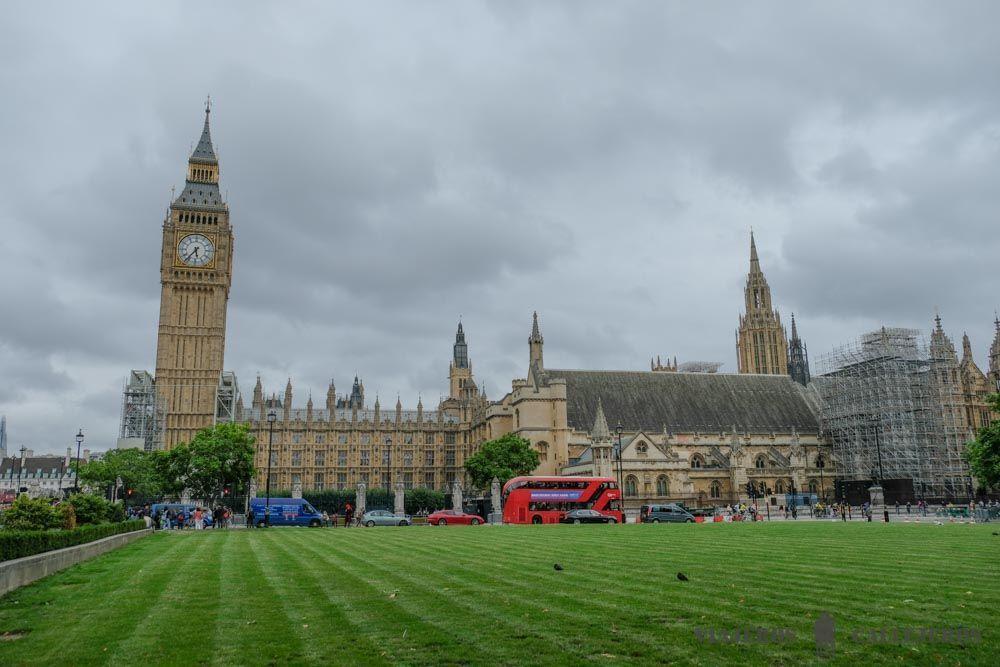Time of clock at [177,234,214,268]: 5:36
